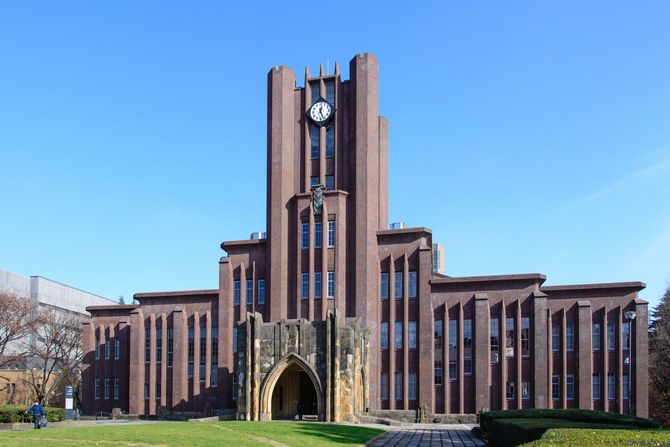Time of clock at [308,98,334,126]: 12:26
